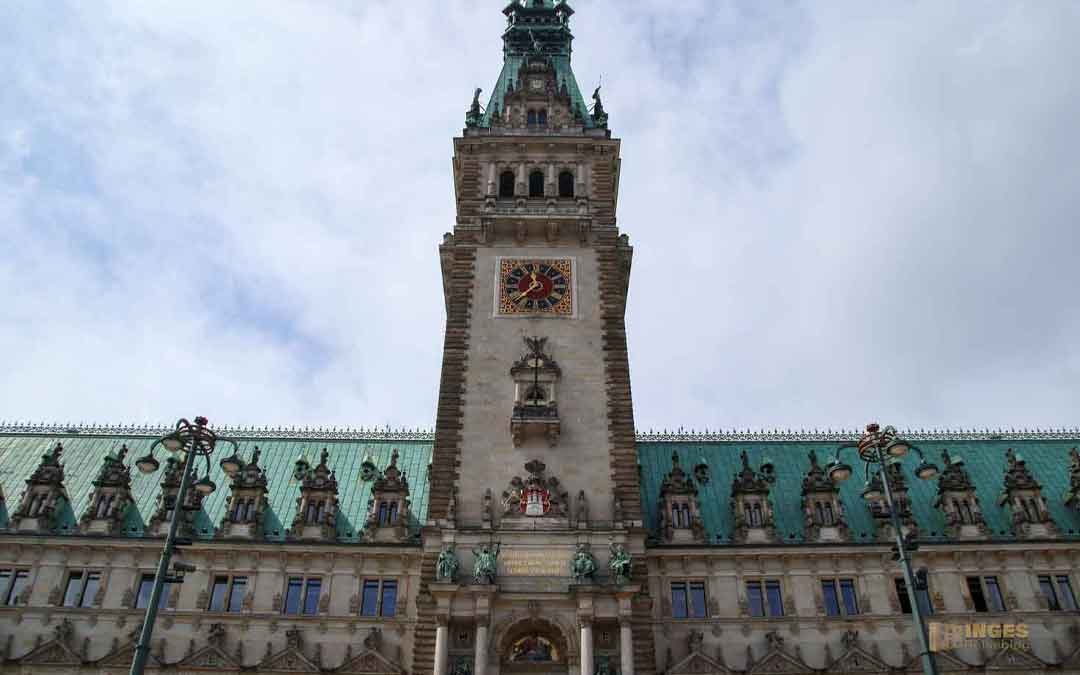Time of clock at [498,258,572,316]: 11:37
